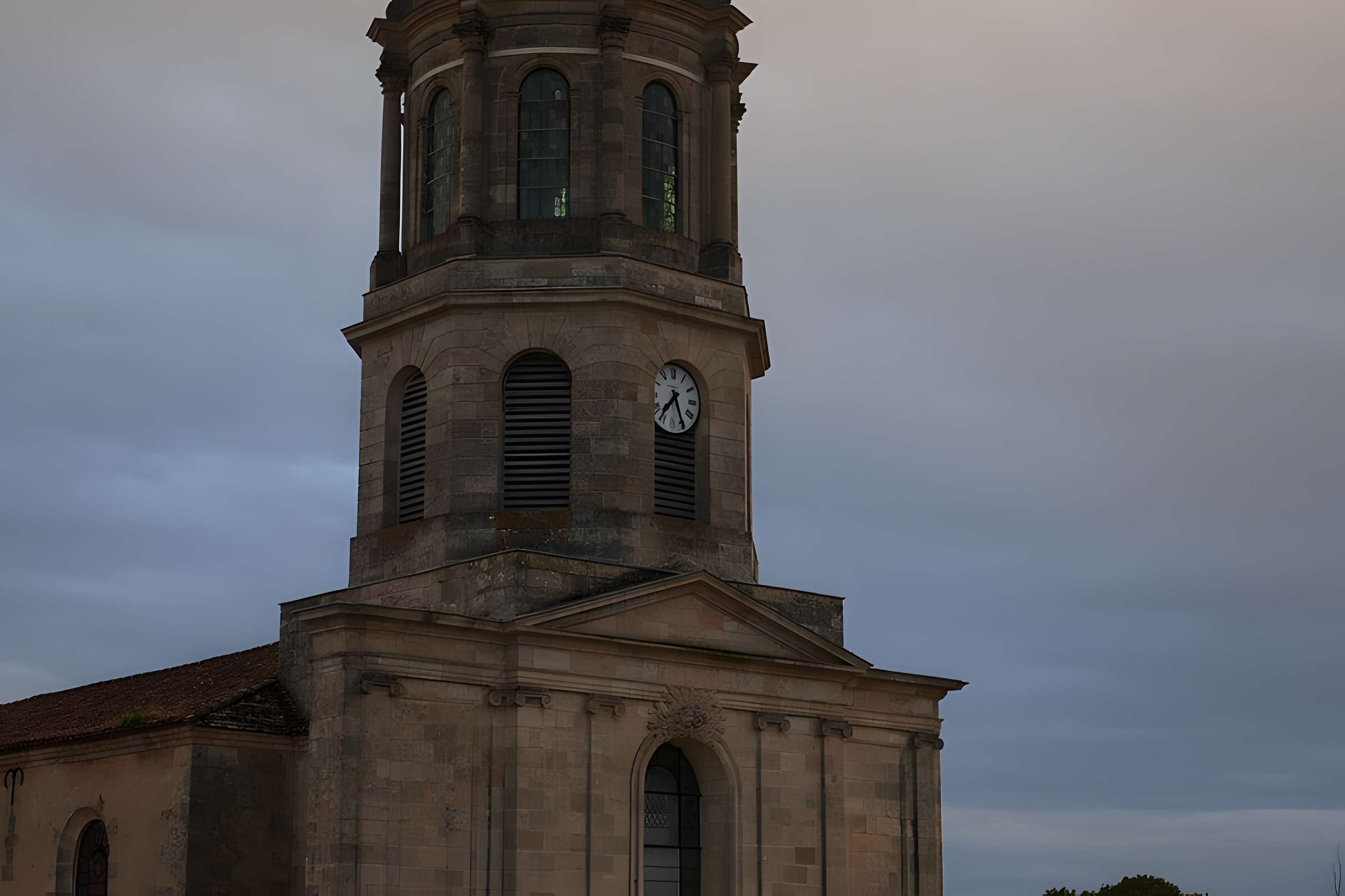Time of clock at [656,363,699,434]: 7:25
